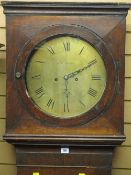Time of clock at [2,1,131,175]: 2:10
